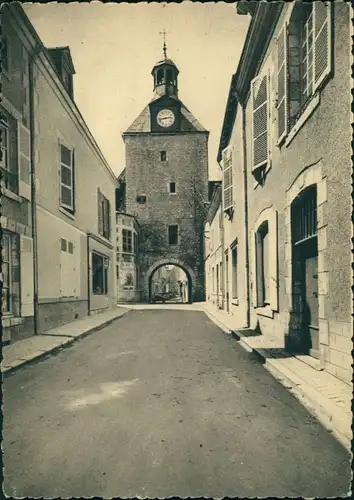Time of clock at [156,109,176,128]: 2:42
